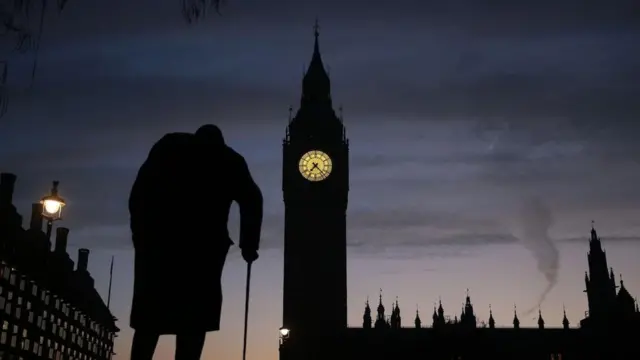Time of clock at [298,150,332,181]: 7:22
